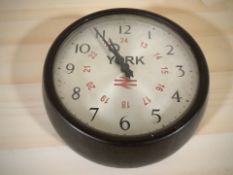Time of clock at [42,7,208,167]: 10:55
